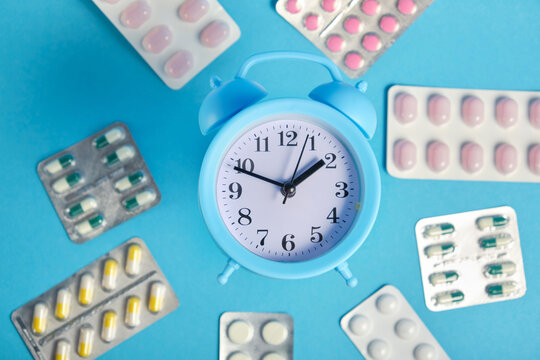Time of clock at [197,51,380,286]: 1:48
